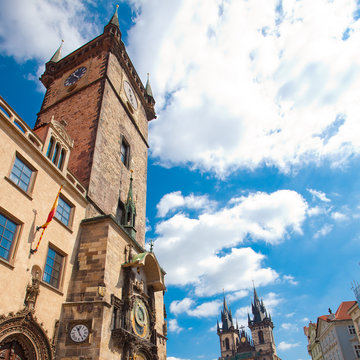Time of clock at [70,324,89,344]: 11:24
